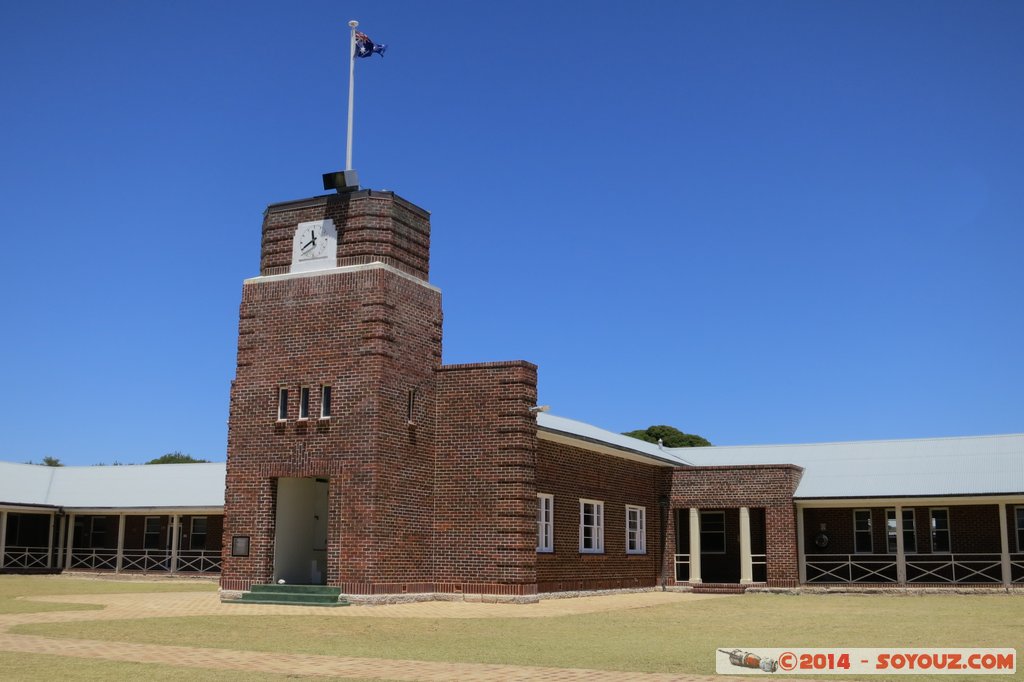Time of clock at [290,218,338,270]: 11:40
